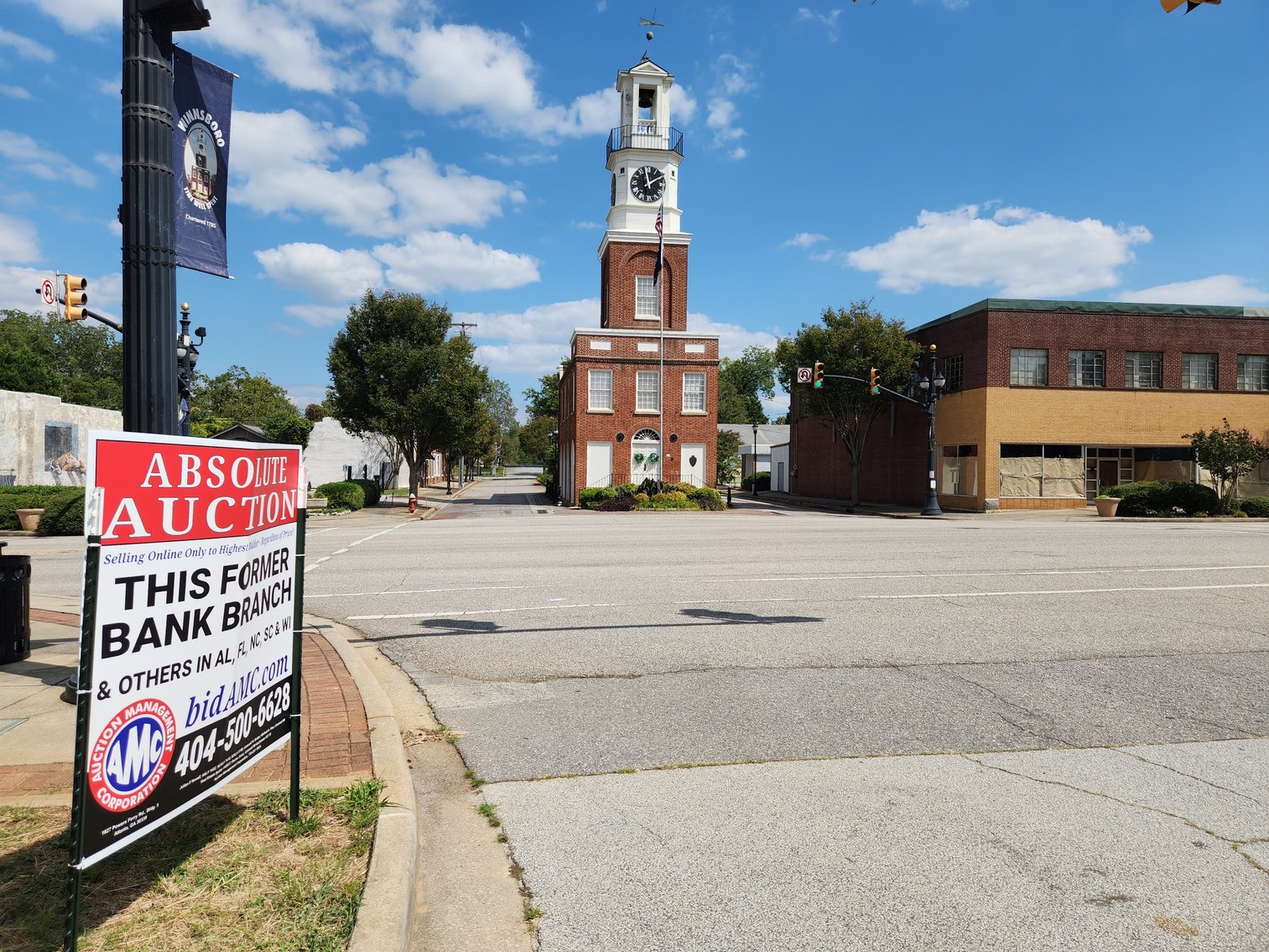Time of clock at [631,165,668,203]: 1:58
